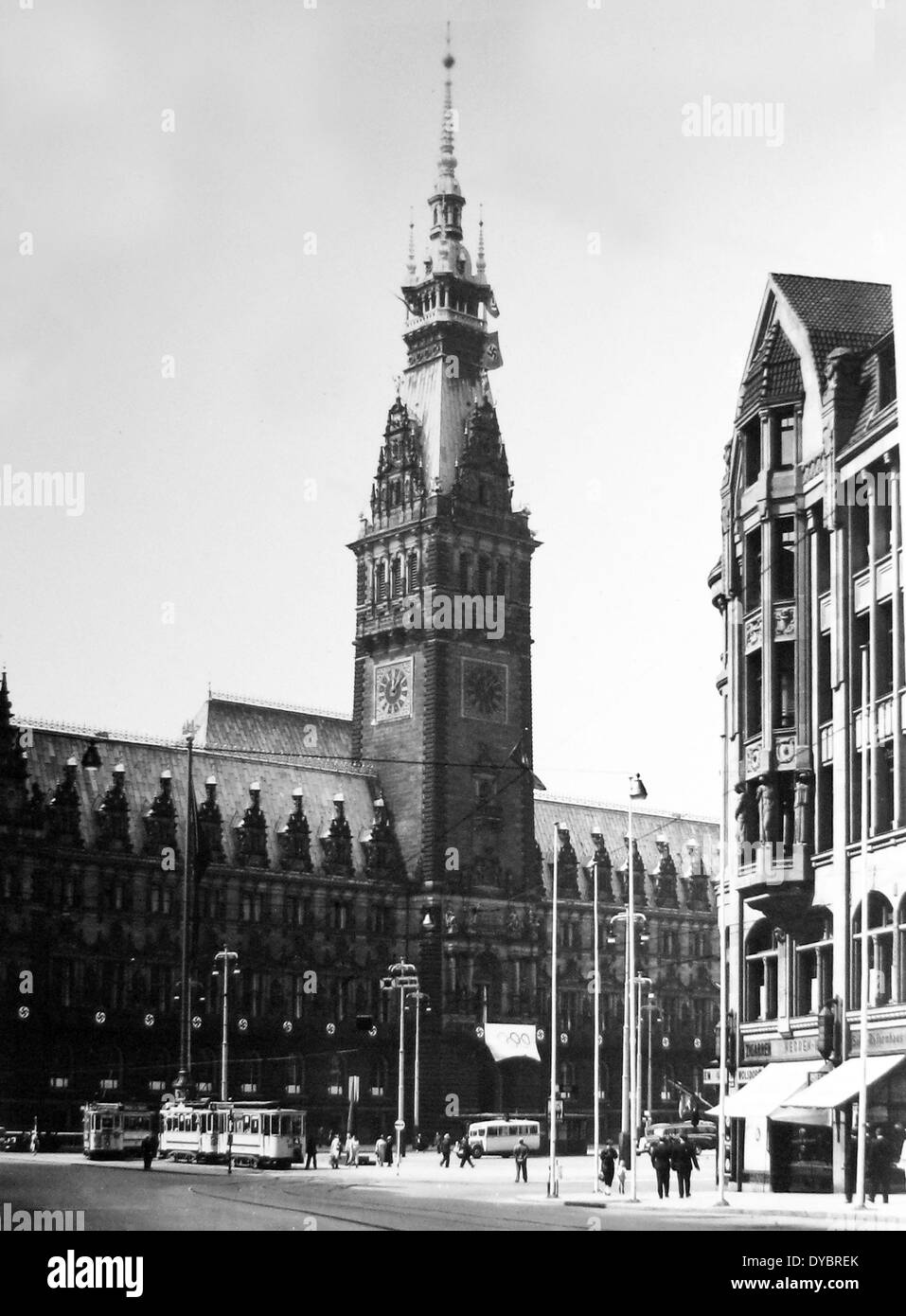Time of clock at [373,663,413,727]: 12:07
